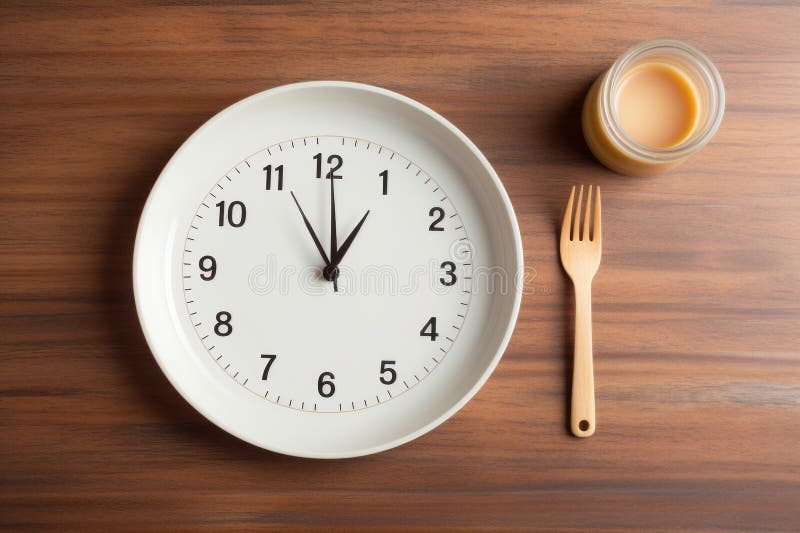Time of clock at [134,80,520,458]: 1:00
